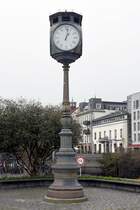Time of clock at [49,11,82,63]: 1:02
